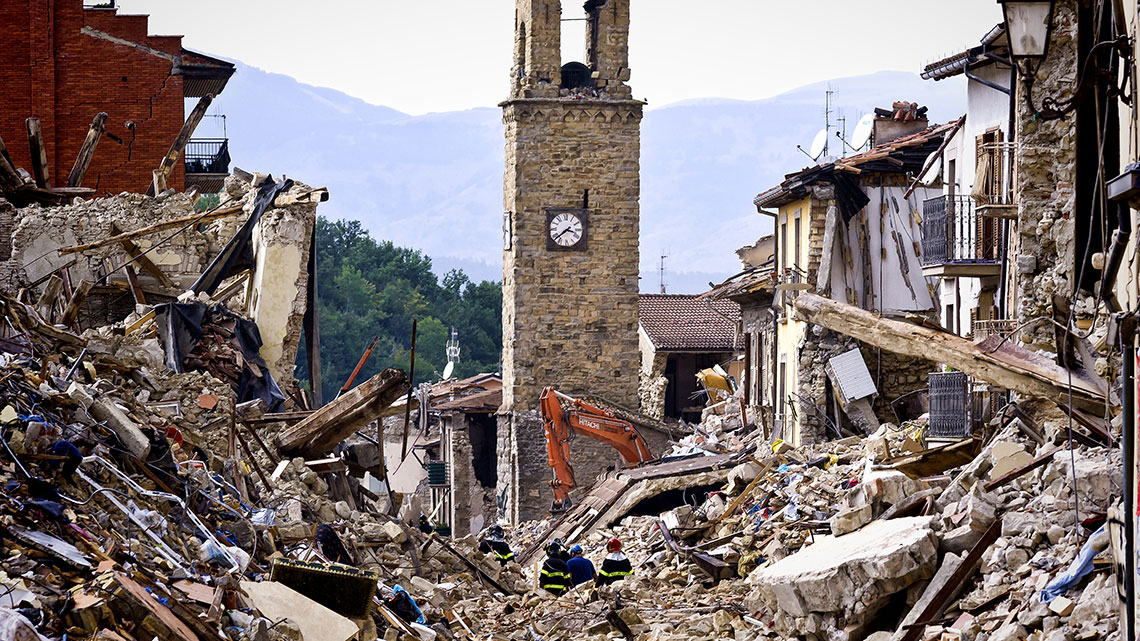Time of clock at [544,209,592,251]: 3:38
